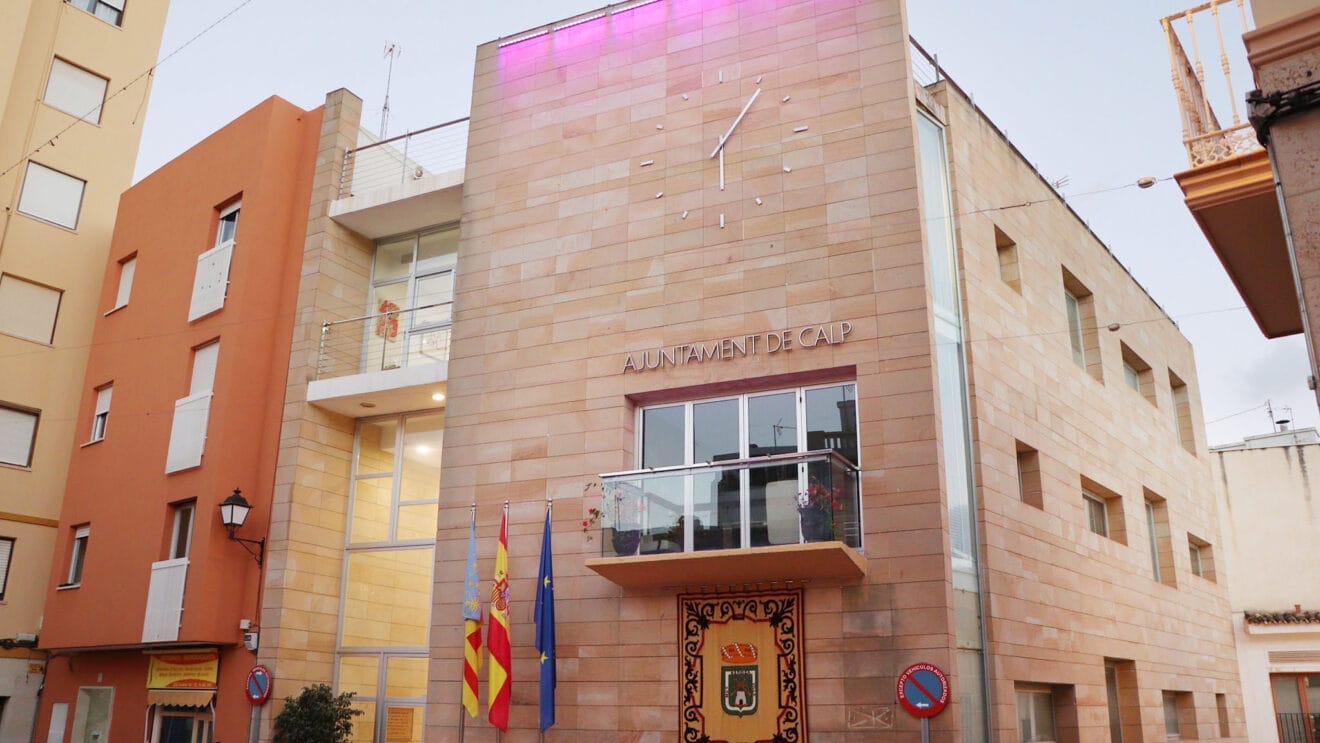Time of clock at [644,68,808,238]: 6:06
